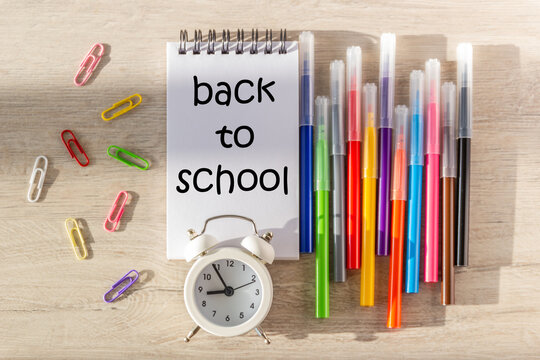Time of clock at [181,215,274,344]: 8:54
